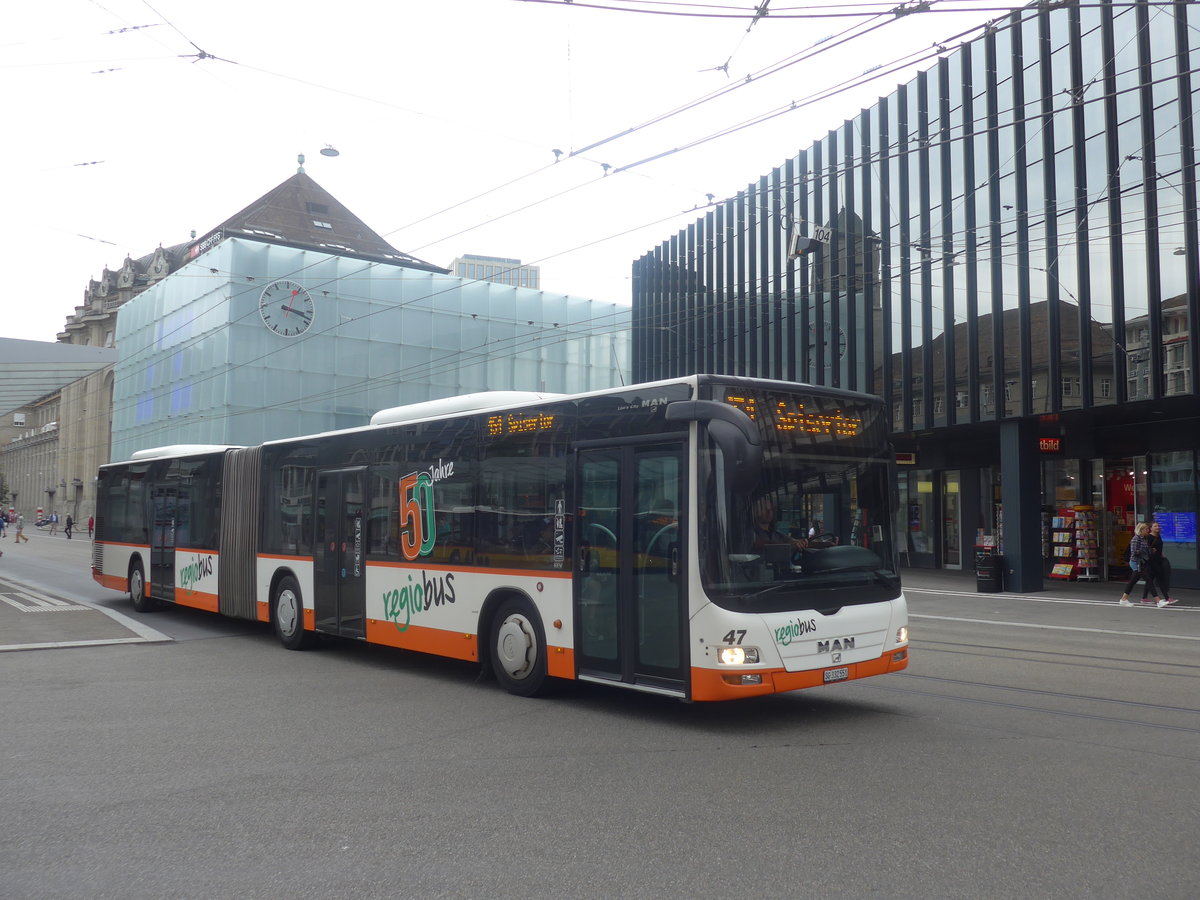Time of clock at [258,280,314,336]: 3:18
